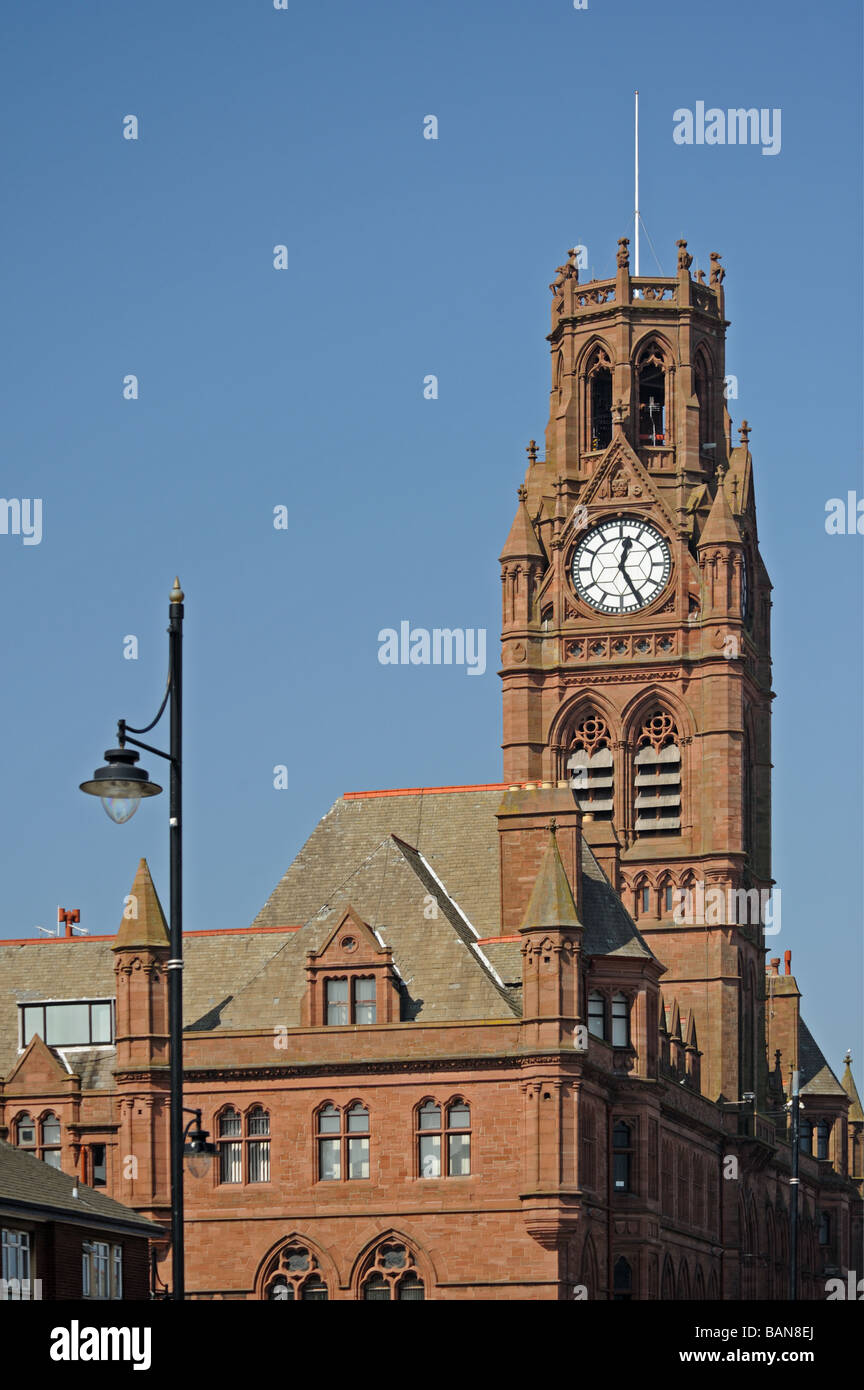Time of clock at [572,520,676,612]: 12:25
